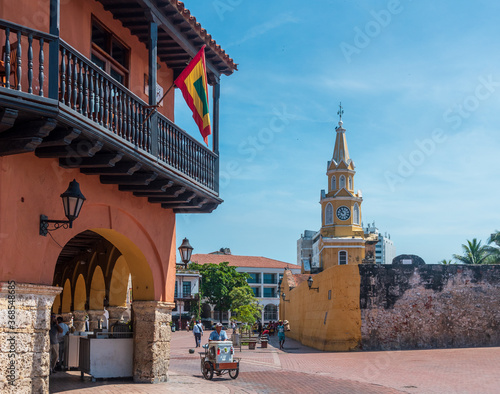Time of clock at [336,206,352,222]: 9:53
